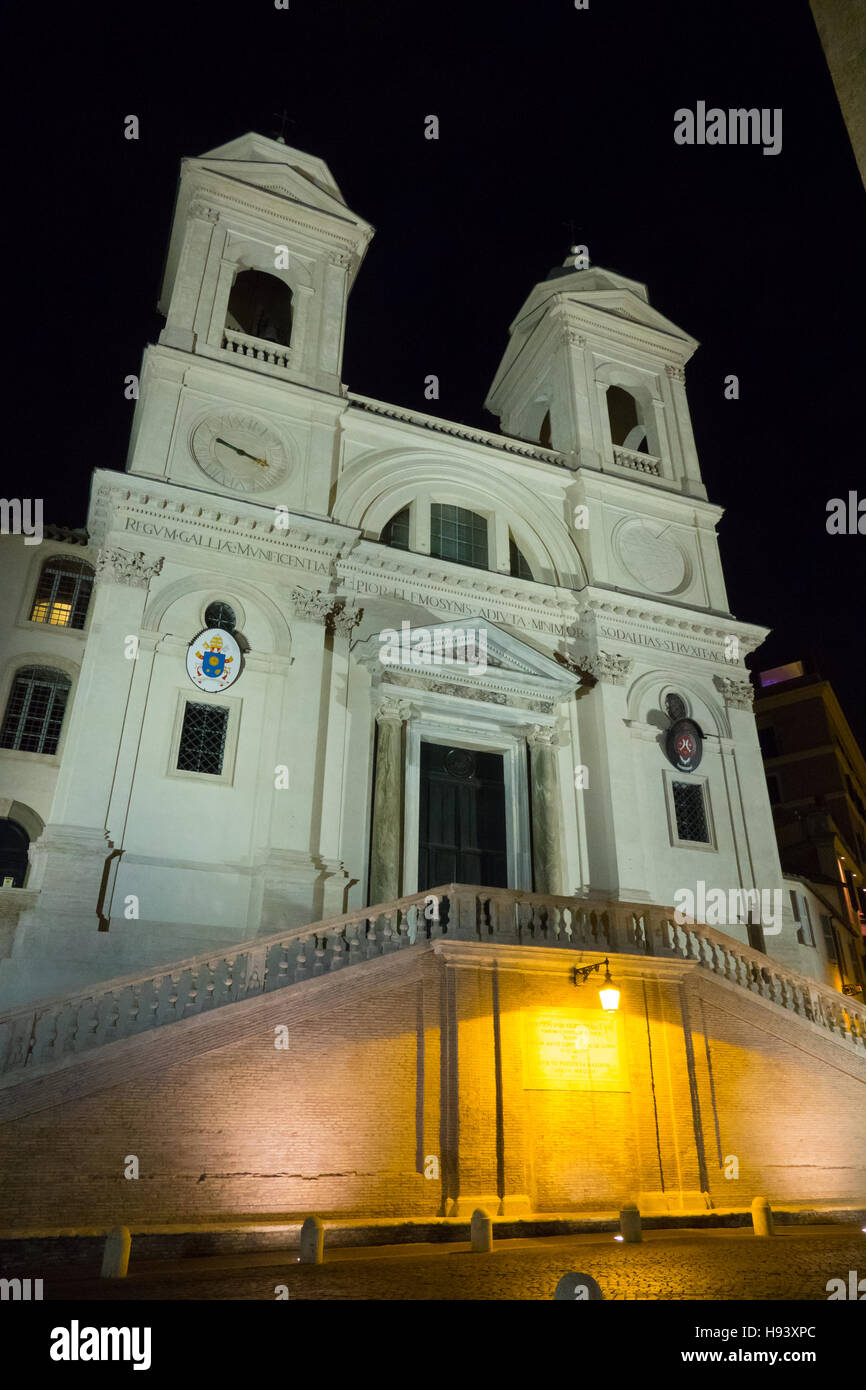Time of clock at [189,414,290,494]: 3:48
